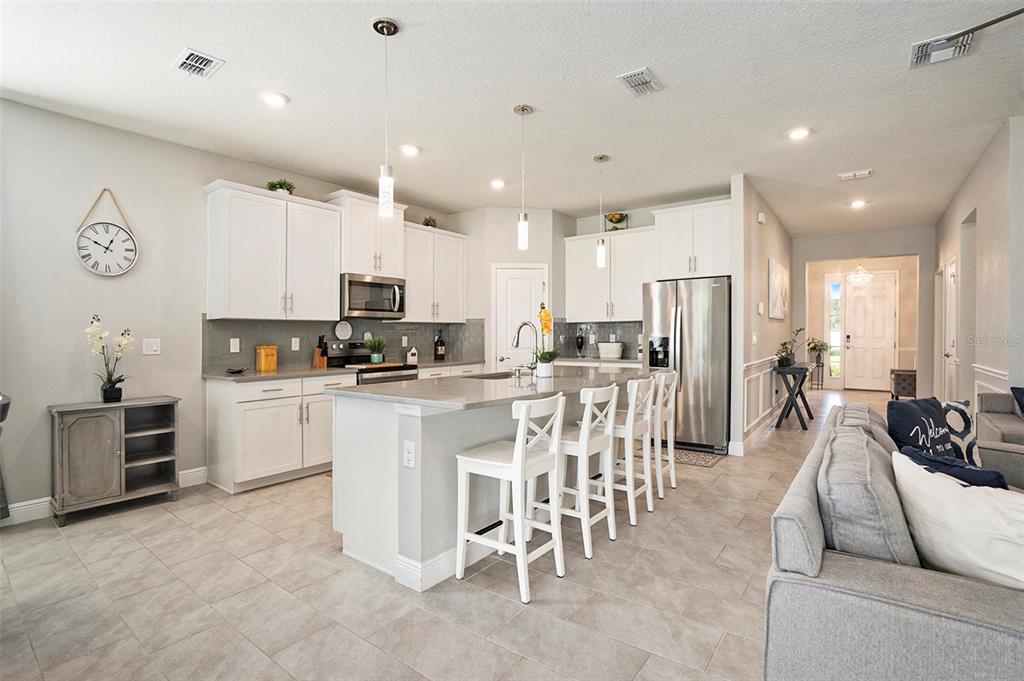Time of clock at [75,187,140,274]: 12:49
